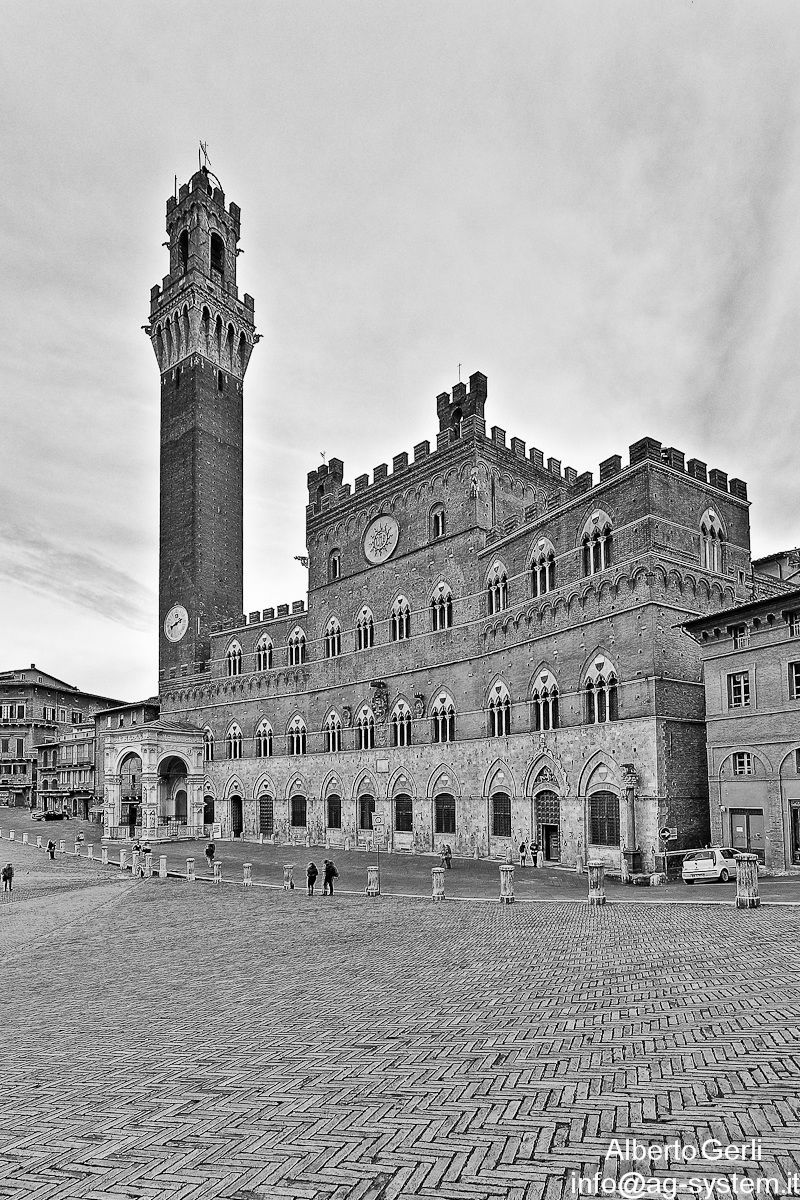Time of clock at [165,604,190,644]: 8:12
